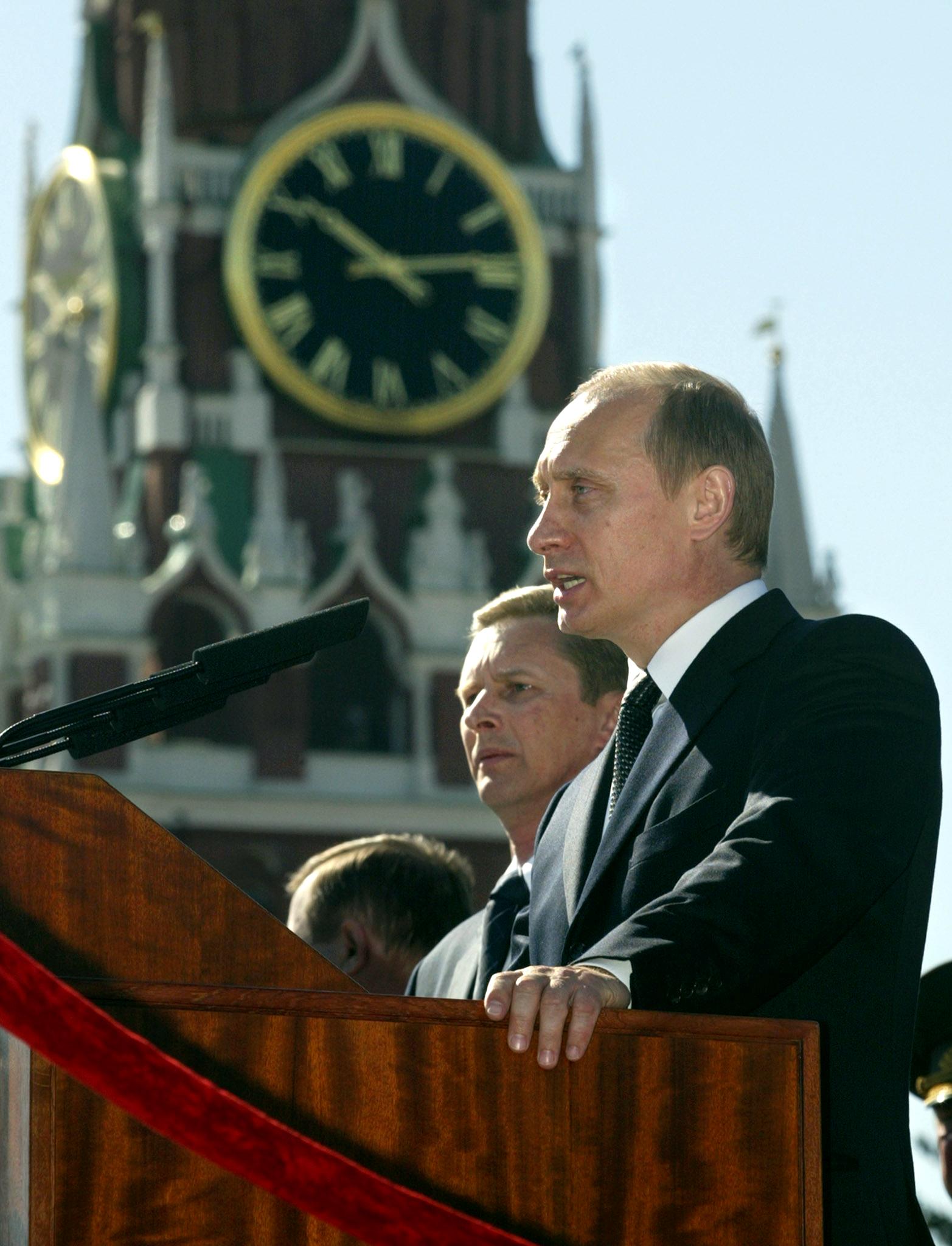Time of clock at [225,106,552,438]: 10:13
